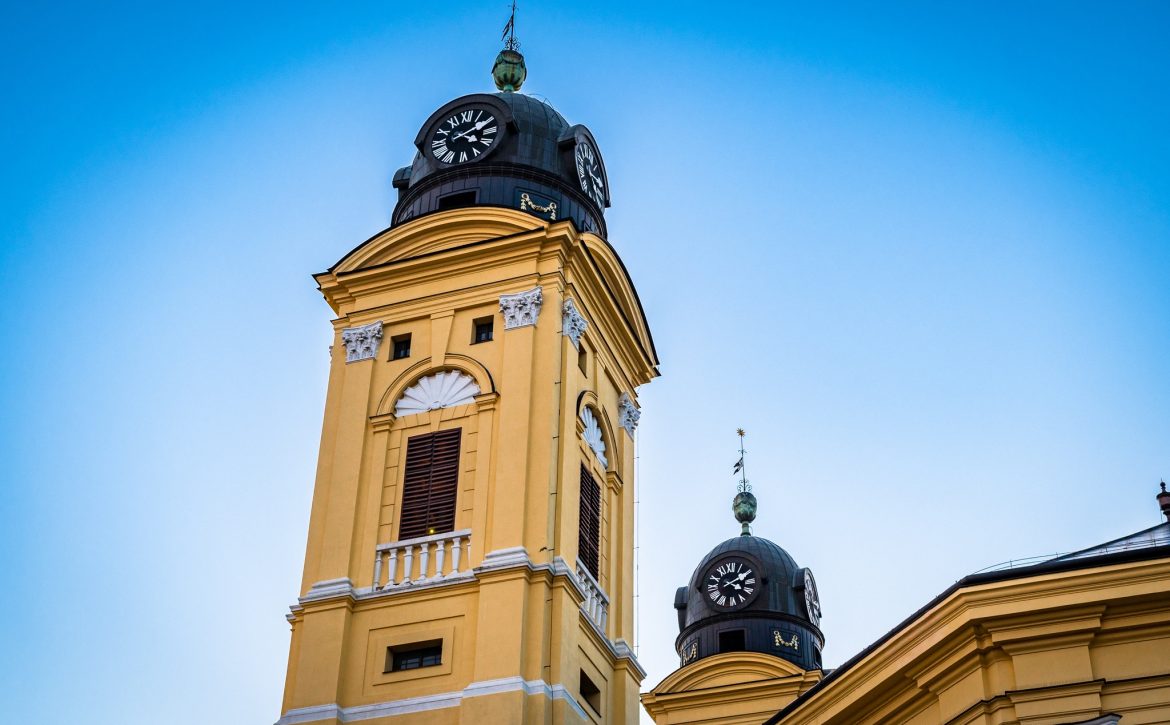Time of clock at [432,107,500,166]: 4:09
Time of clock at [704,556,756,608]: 4:09
